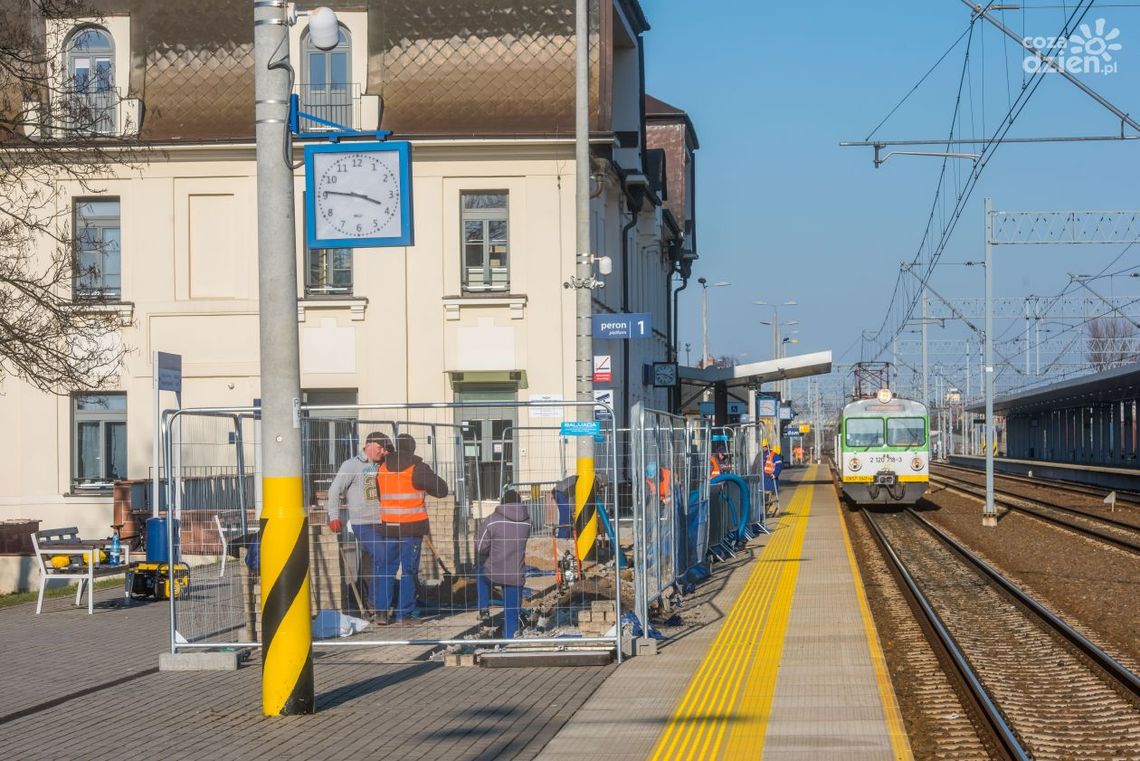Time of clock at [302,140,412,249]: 3:46
